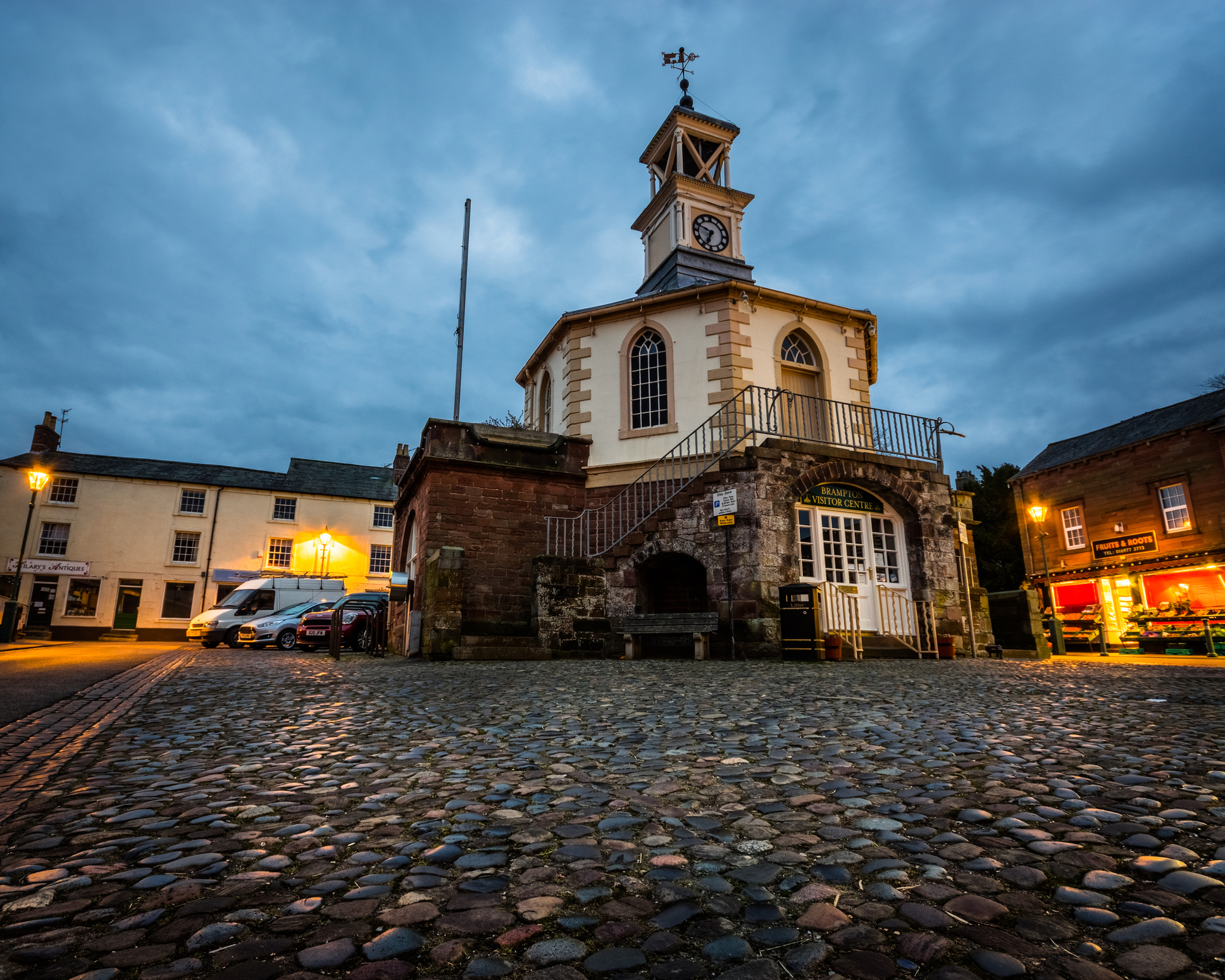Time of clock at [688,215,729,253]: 6:47
